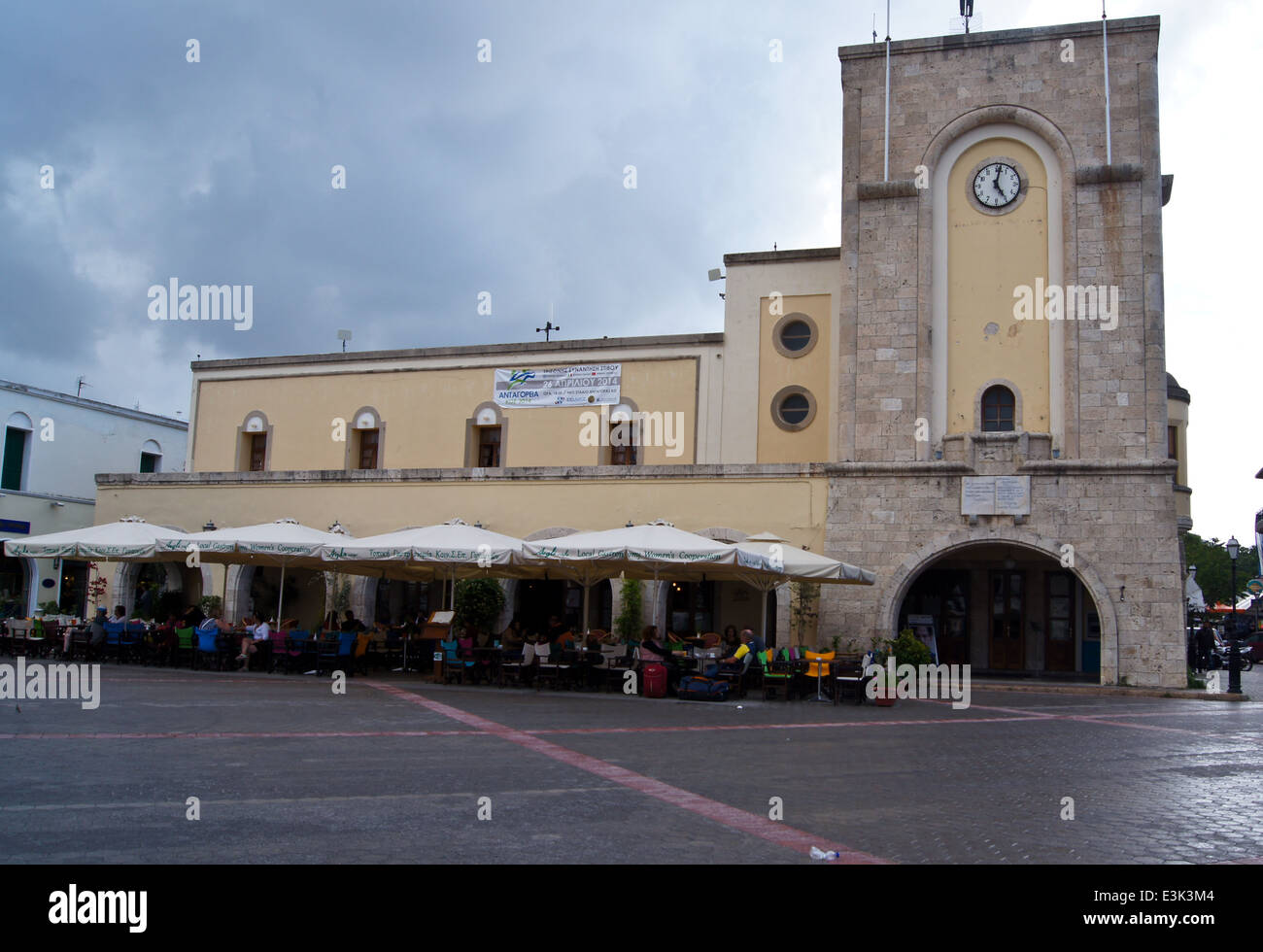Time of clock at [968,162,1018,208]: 5:01
